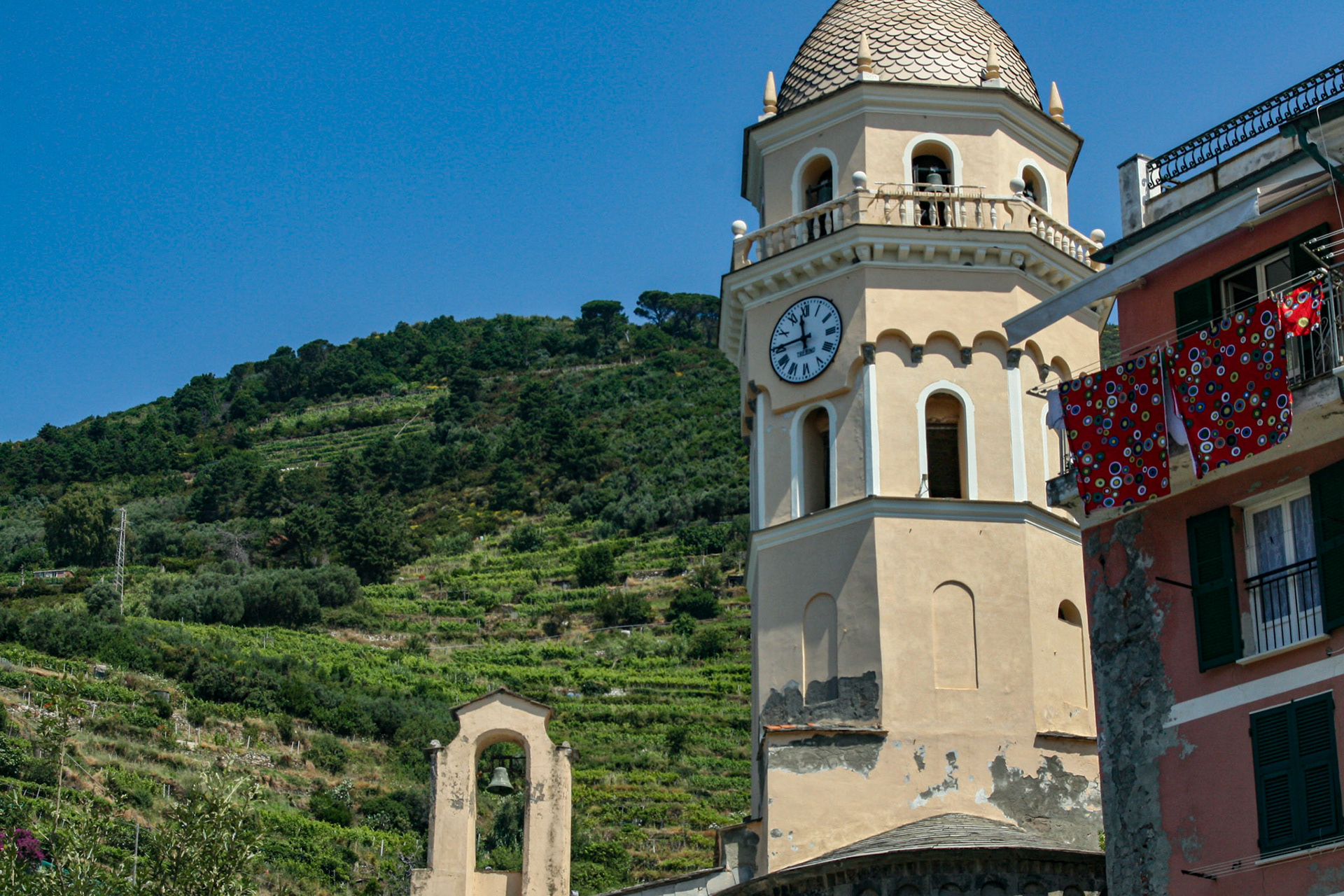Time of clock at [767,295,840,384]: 11:45
